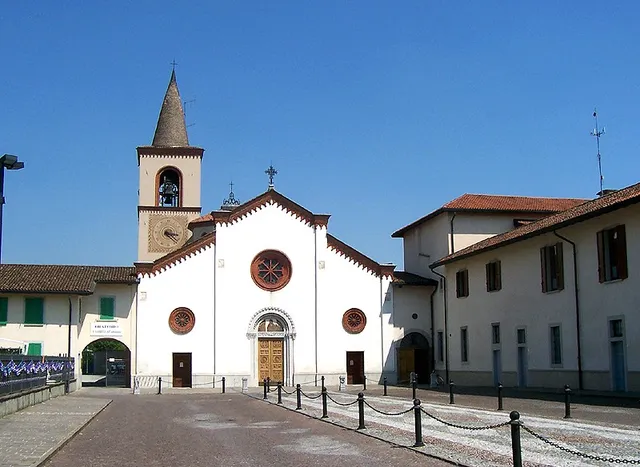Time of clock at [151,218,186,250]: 3:22
